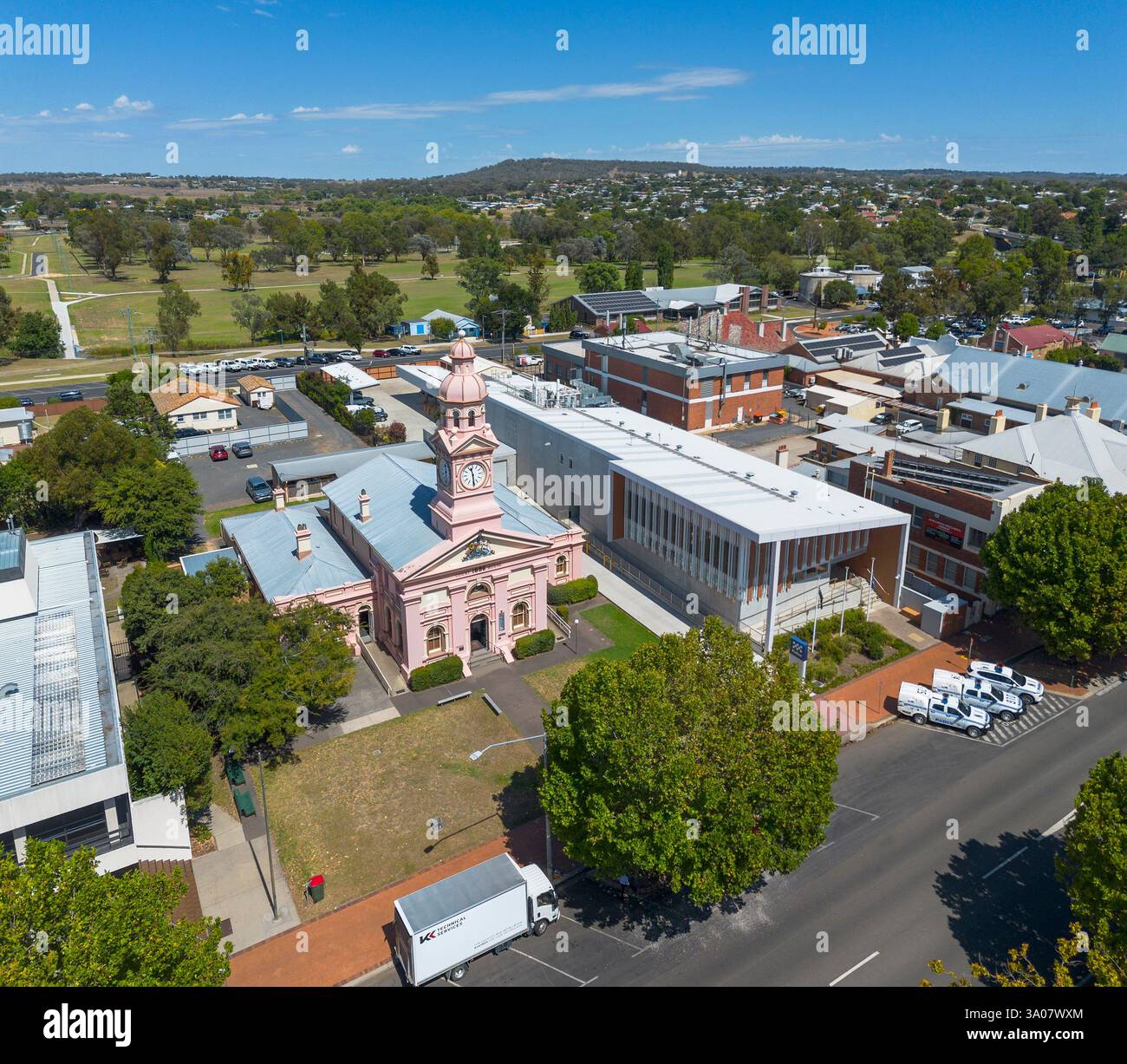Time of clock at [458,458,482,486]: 11:29
